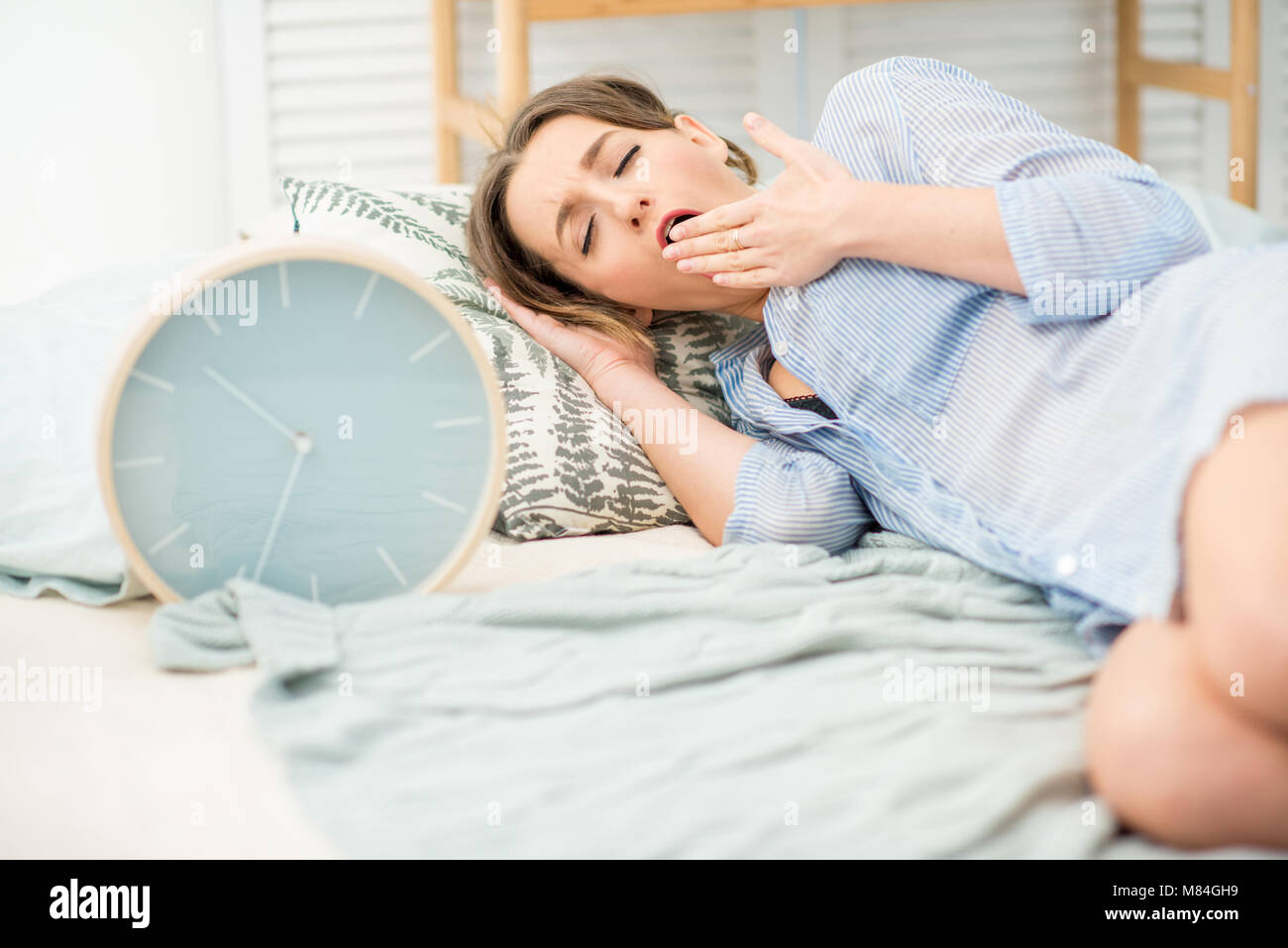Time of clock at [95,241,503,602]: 10:34
